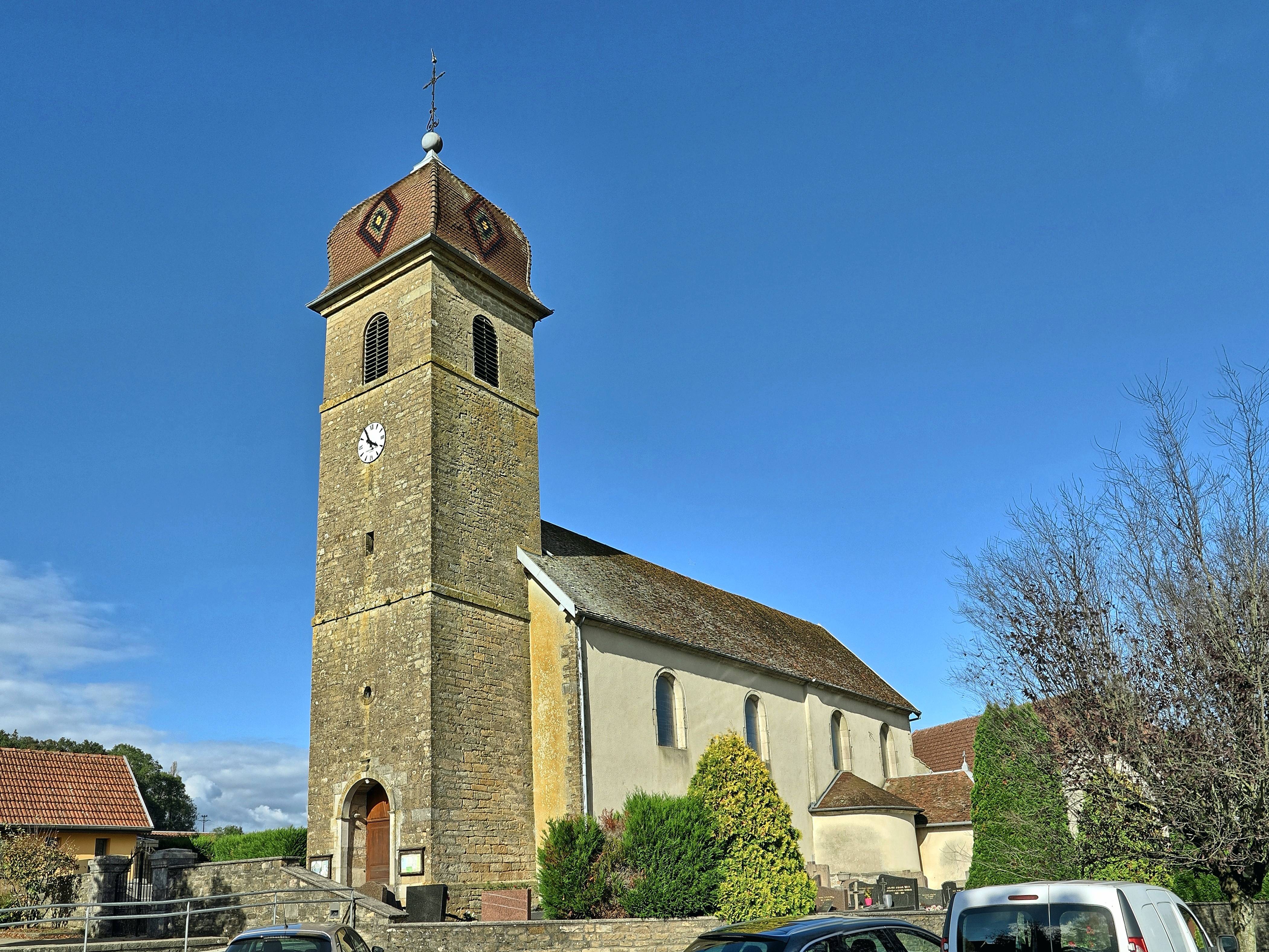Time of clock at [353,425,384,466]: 3:55
